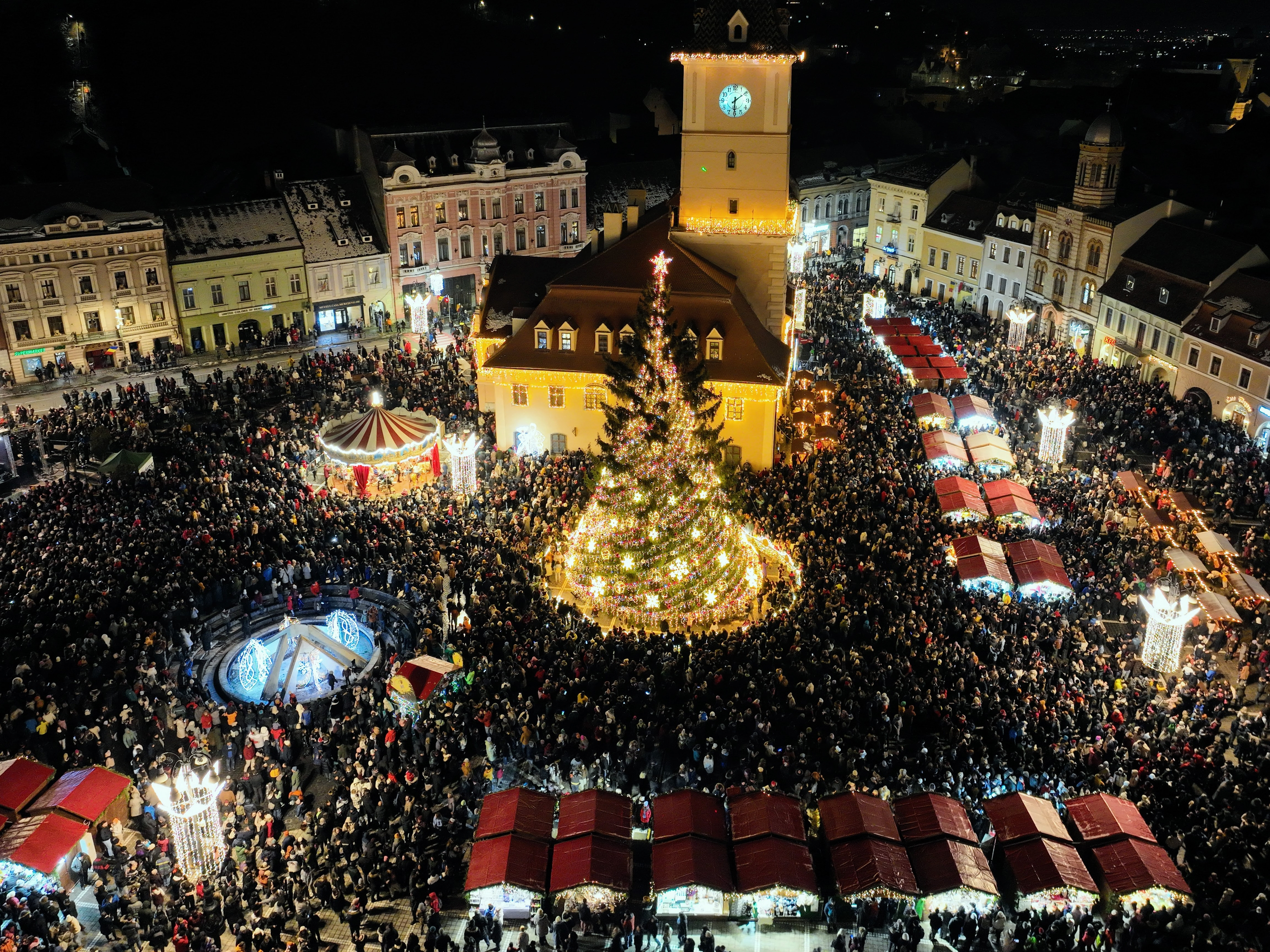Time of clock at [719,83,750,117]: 6:09
